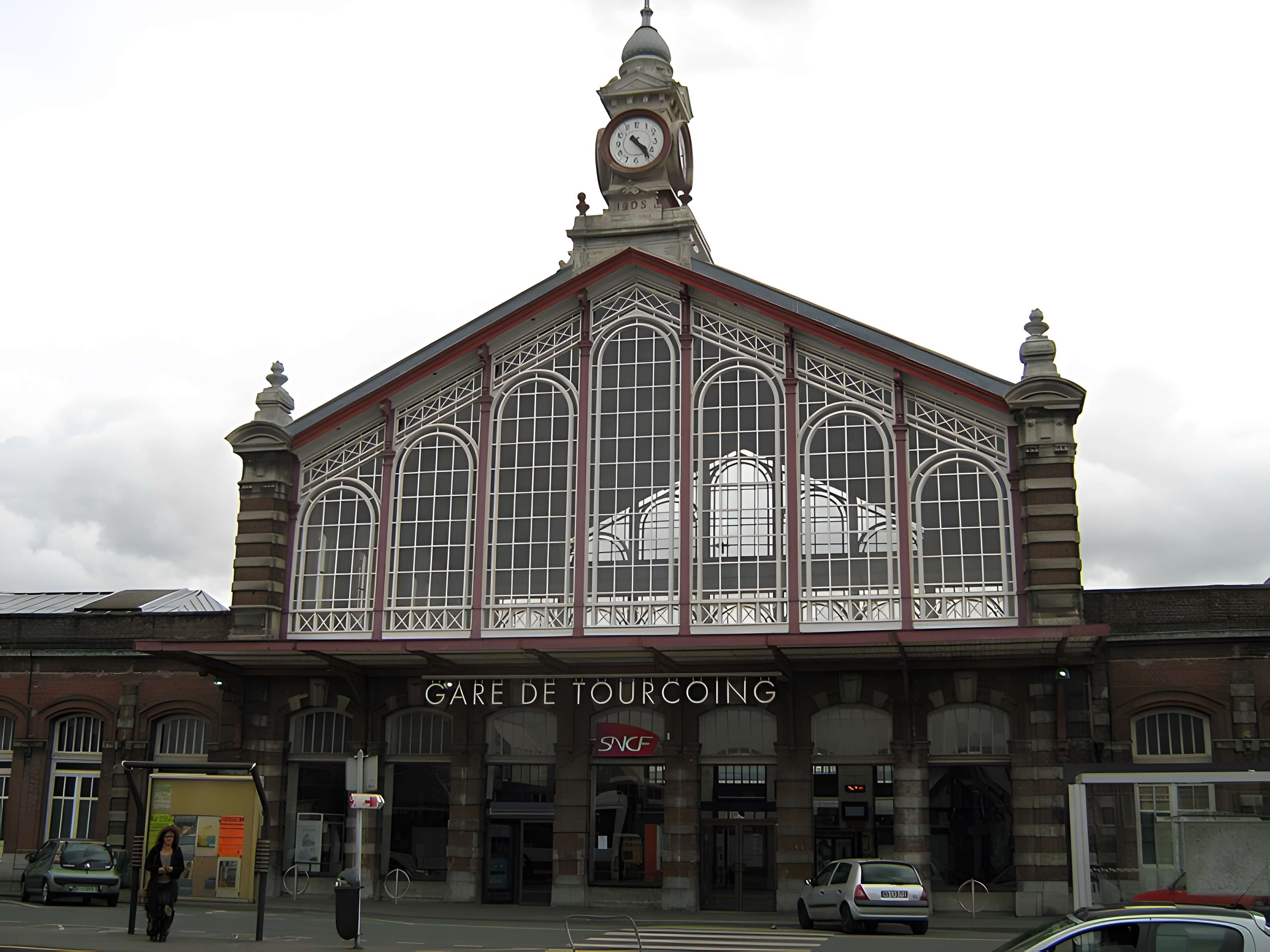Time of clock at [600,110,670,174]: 4:23
